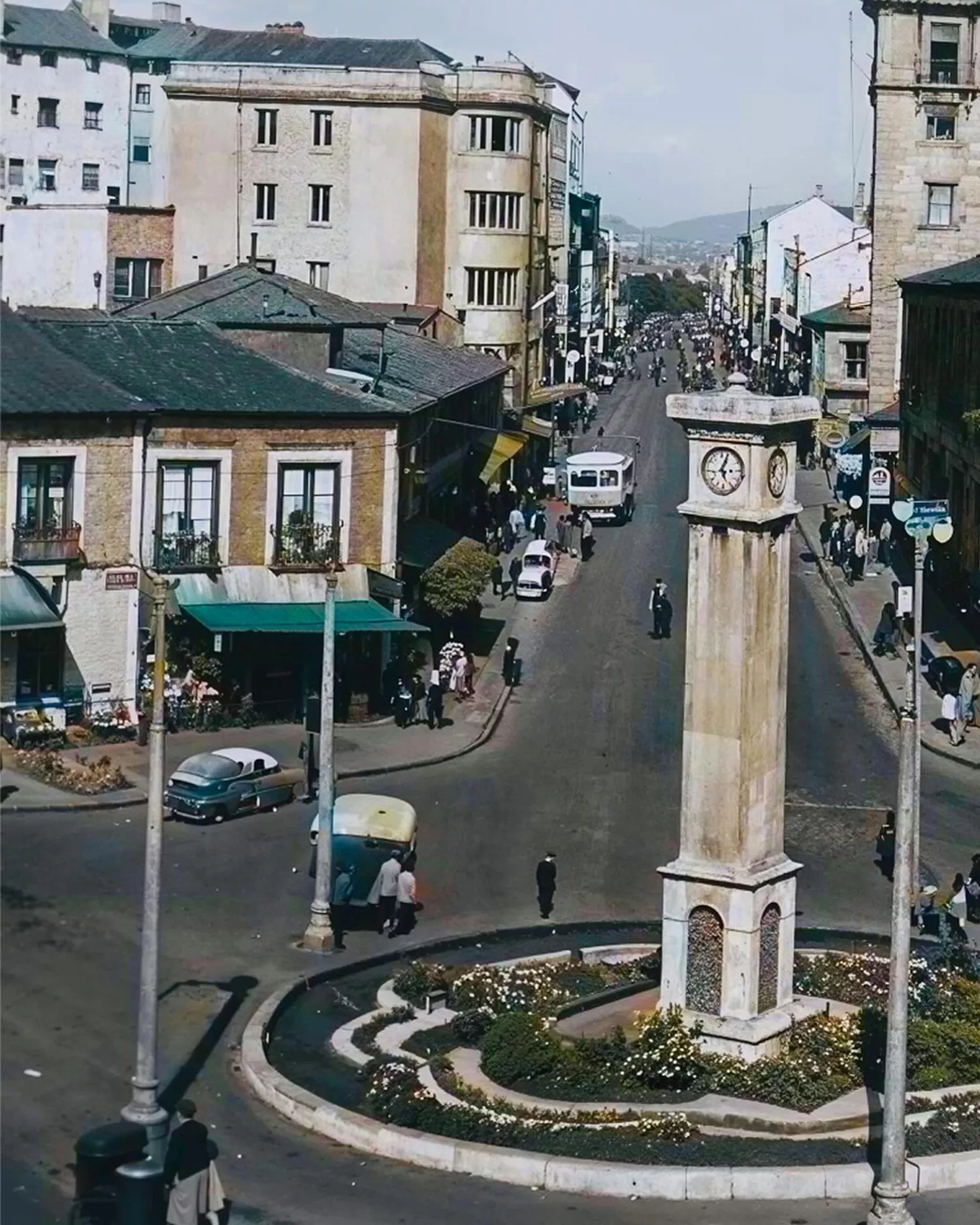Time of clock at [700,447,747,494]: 5:03
